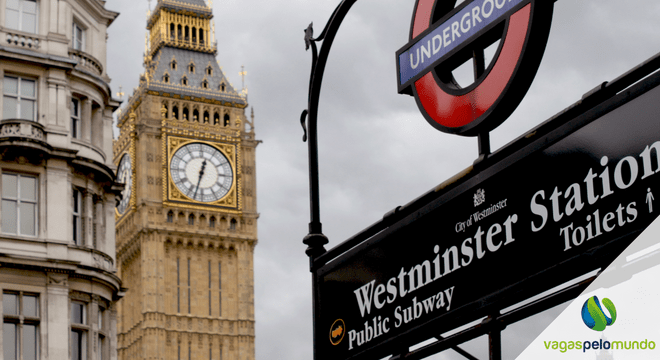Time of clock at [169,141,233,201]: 12:32
